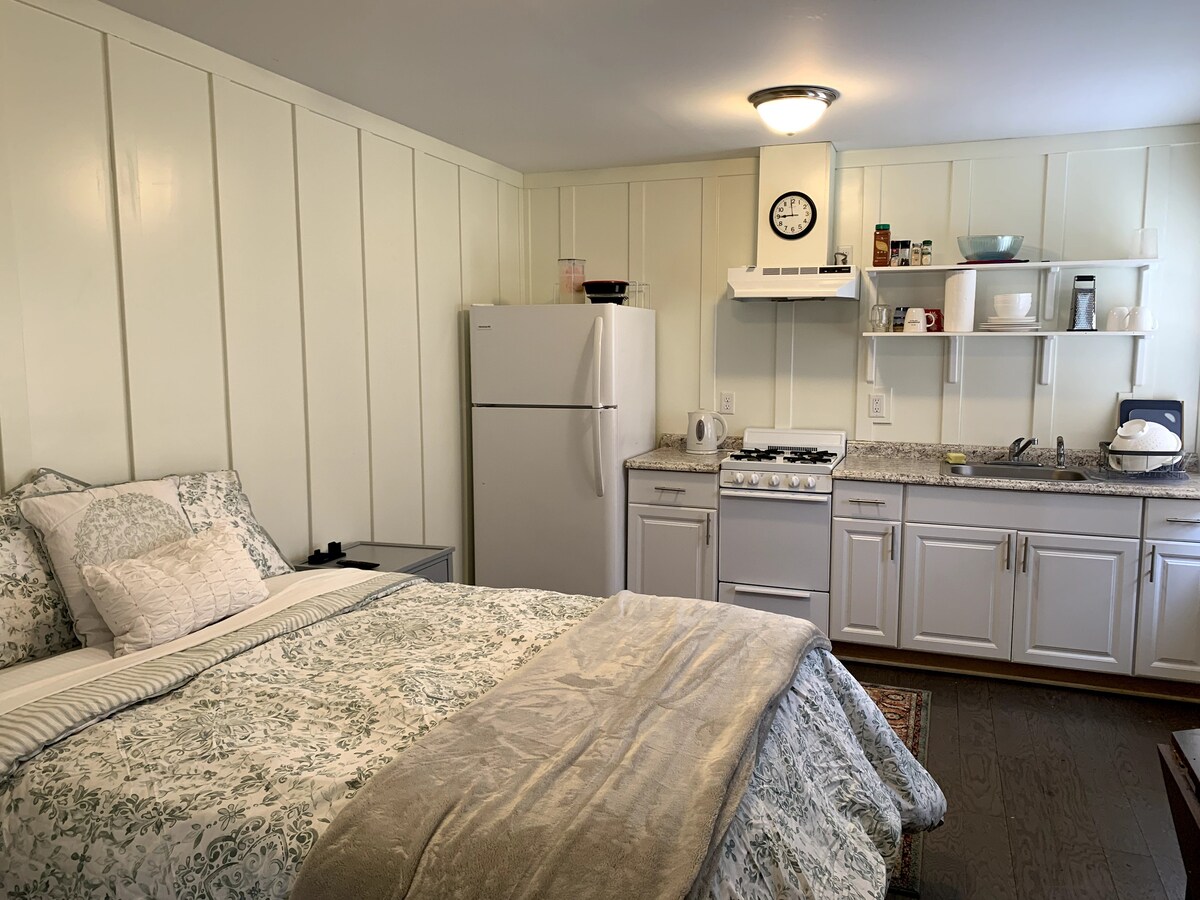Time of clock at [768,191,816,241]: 8:59
